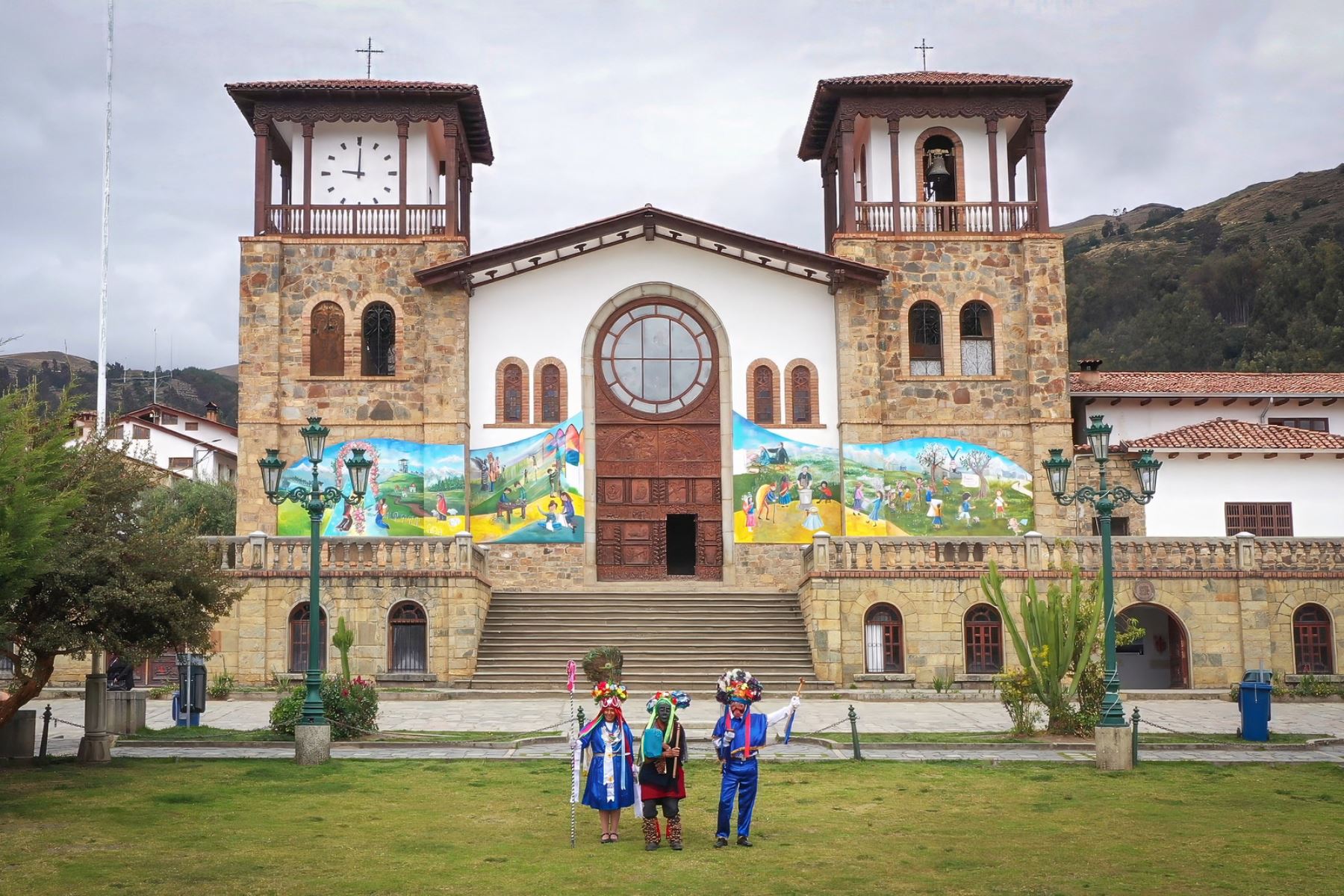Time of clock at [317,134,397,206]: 9:00
